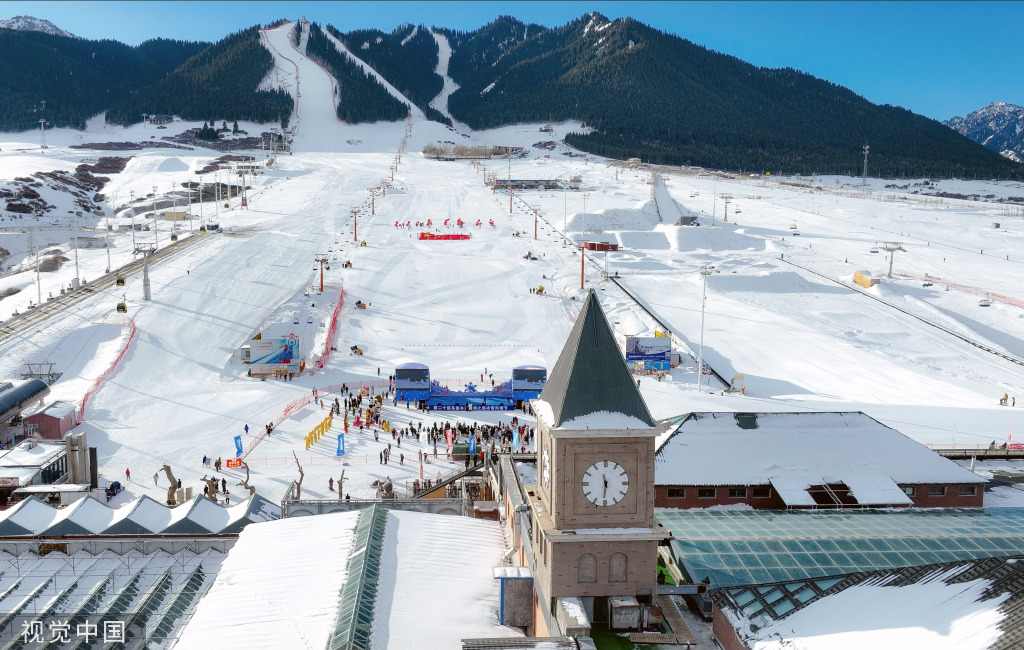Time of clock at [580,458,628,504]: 11:30
